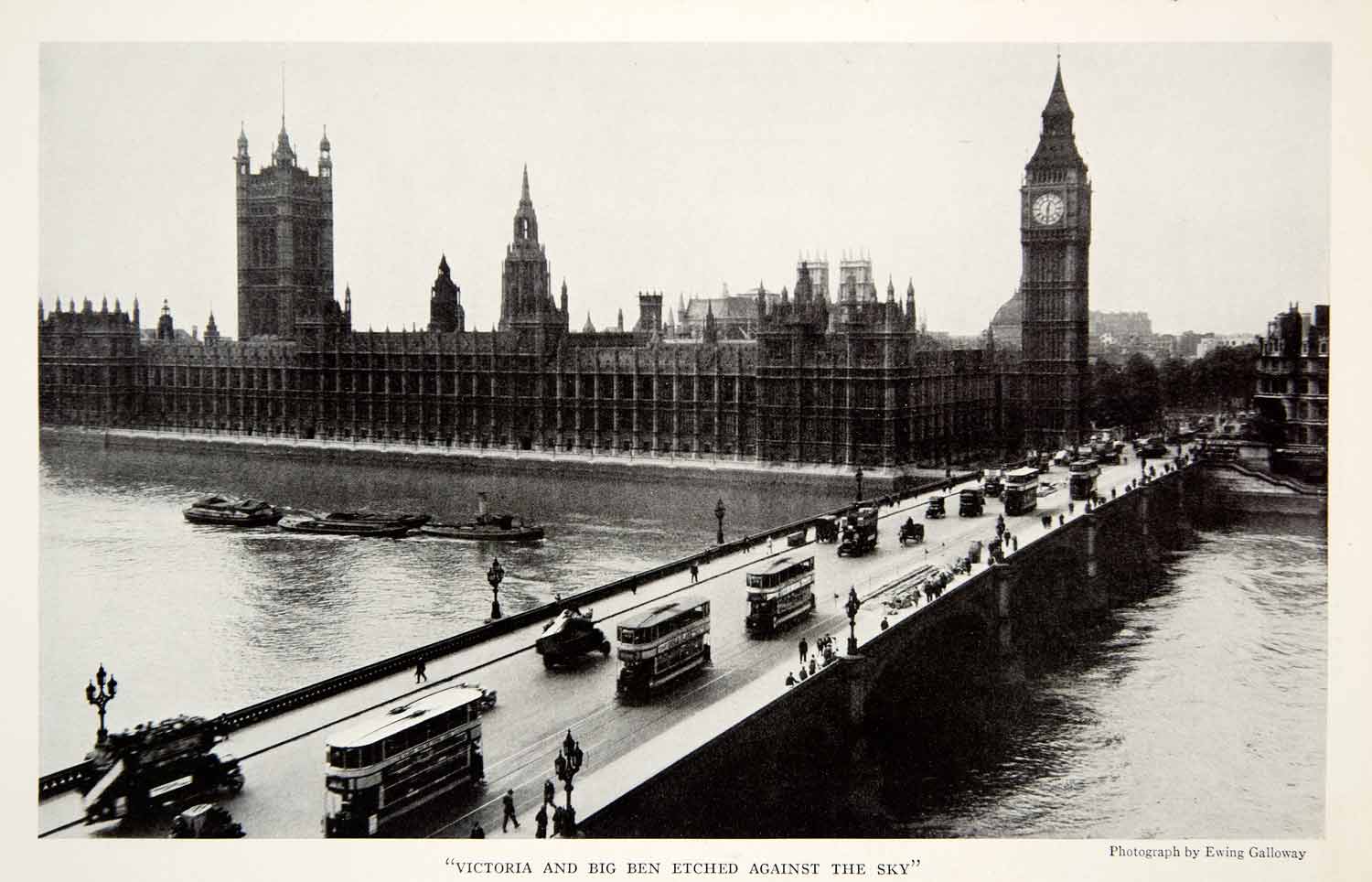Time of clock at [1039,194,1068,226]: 12:30
